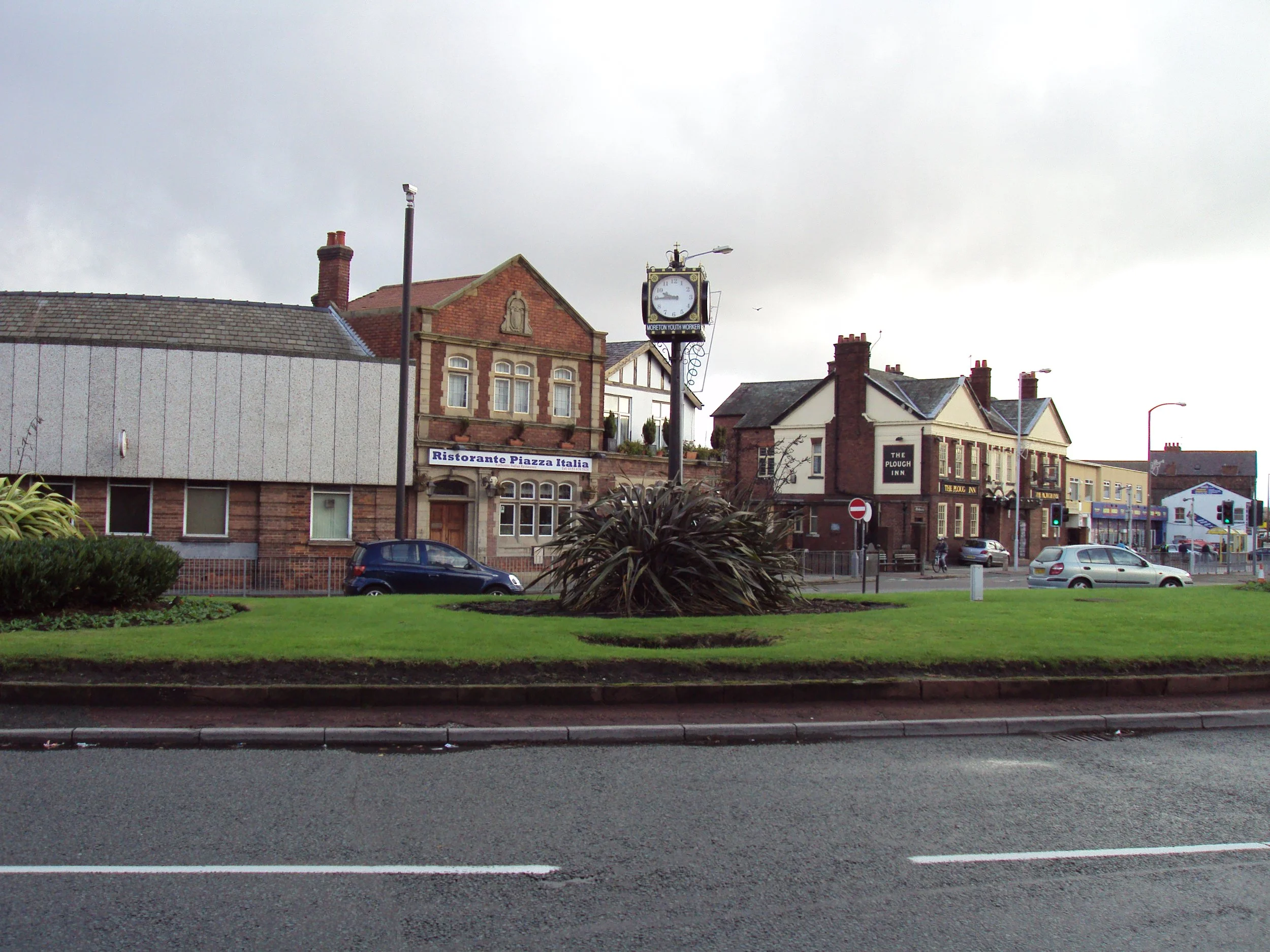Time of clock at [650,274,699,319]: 9:44
